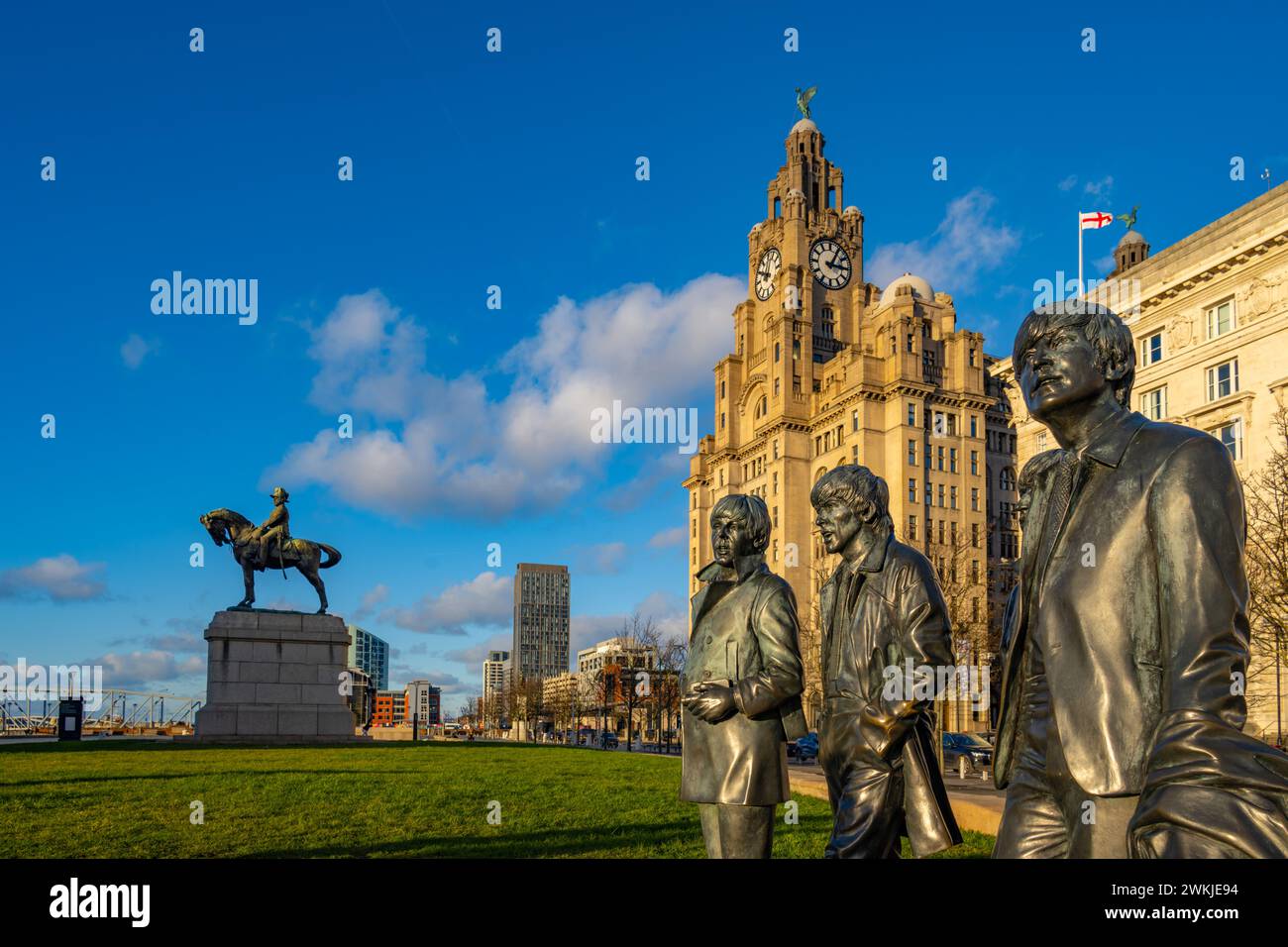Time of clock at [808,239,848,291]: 3:04
